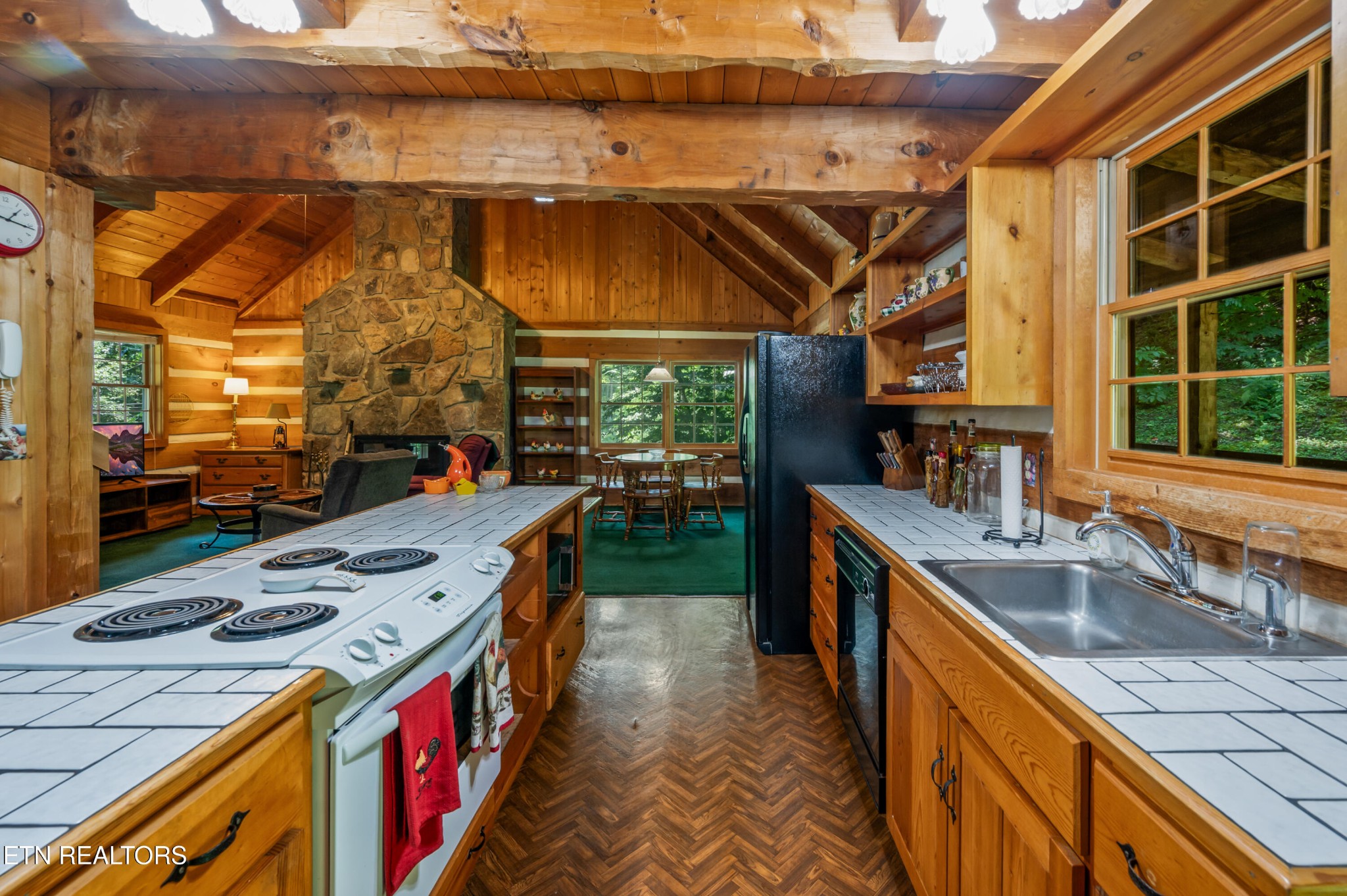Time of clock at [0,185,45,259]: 1:16
